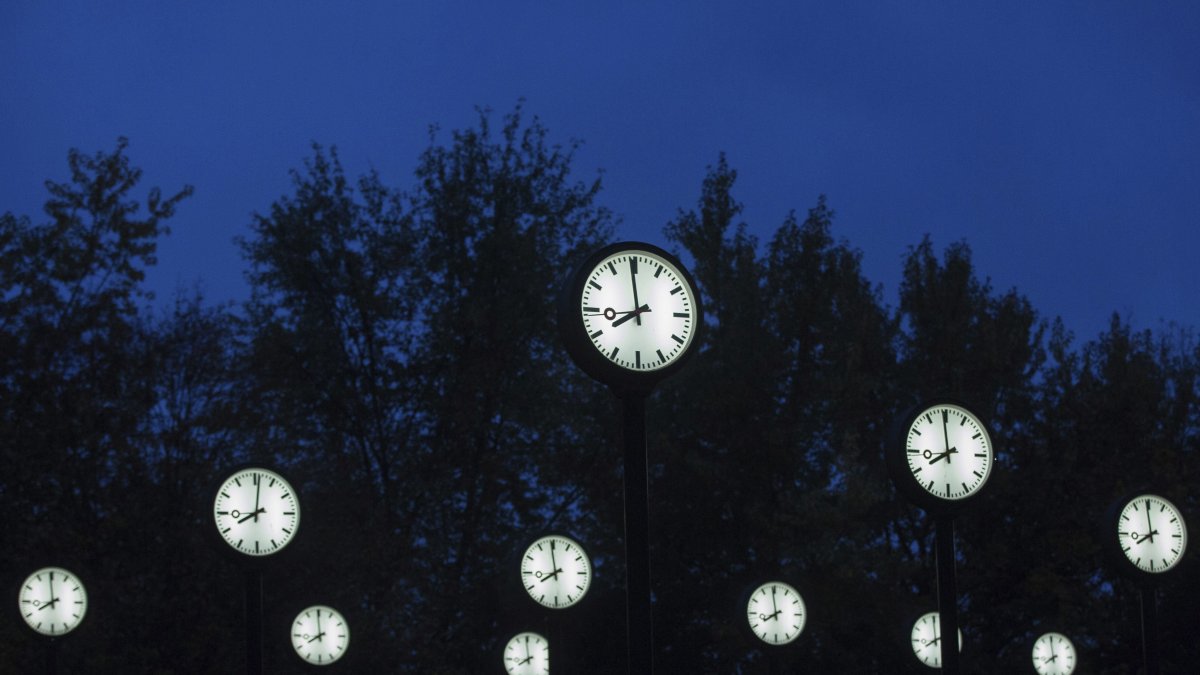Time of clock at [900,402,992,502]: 7:59
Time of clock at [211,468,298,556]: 8:01
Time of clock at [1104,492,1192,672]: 7:59
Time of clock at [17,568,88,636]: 7:59
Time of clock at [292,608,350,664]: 7:59
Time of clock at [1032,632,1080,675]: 7:59
